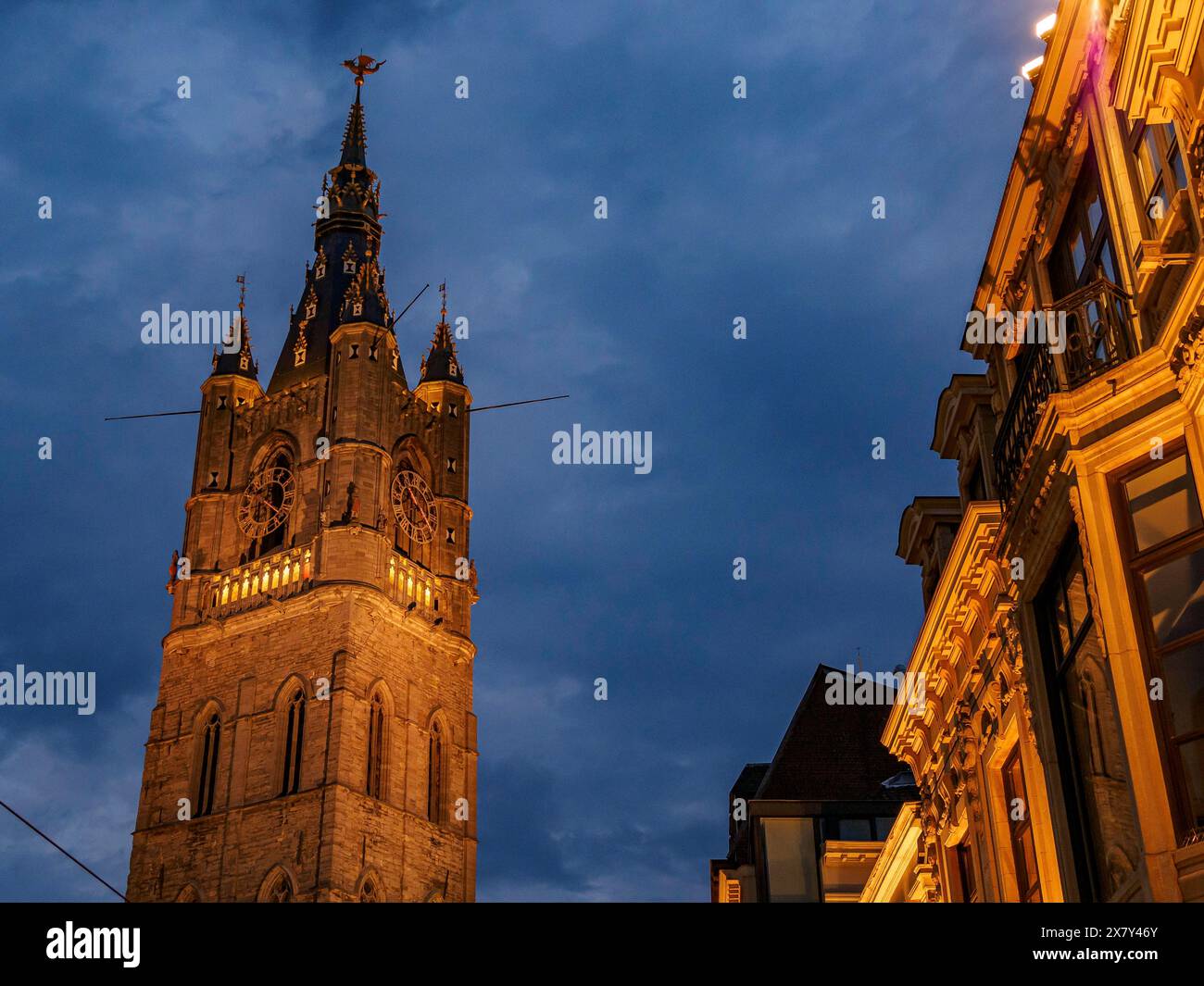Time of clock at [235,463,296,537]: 6:20
